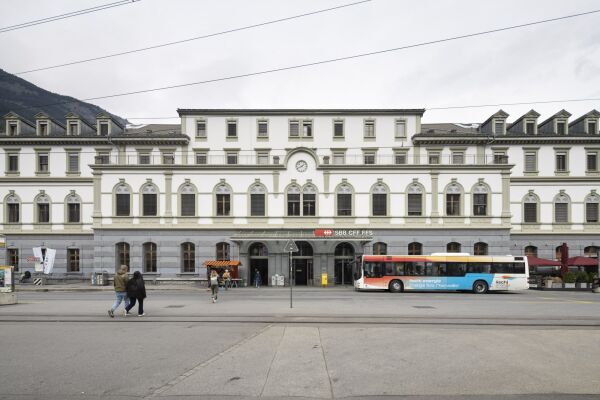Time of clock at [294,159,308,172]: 1:41
